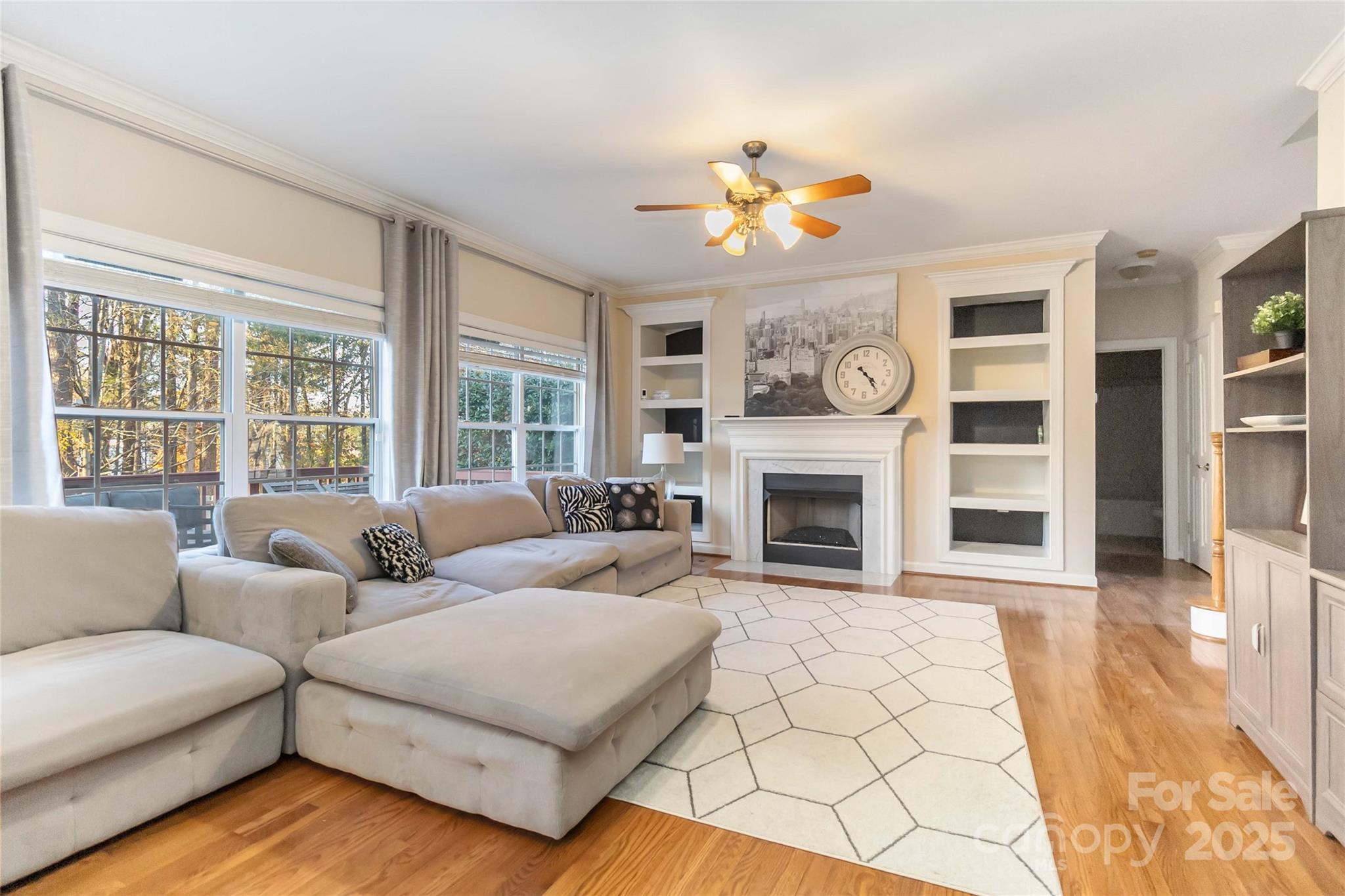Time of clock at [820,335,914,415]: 4:23
